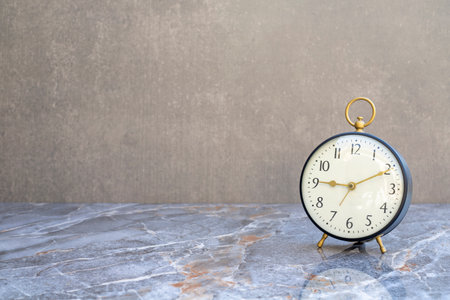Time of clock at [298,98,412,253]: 9:10
